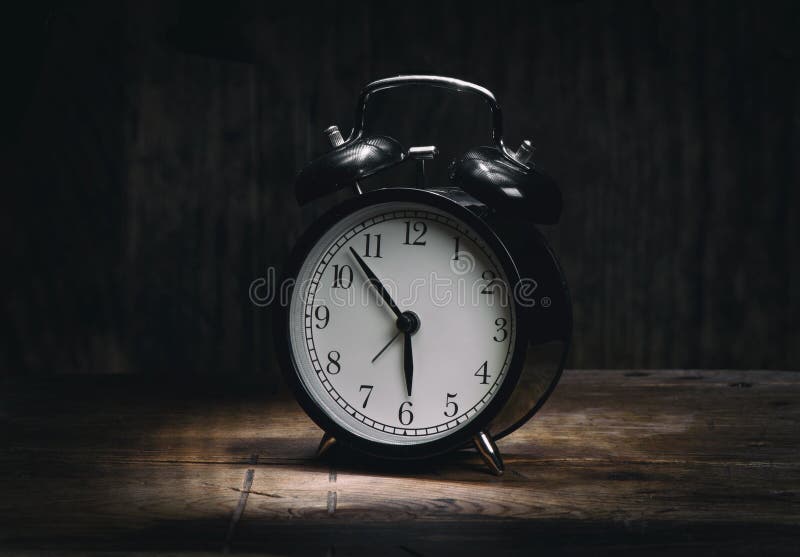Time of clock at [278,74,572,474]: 5:53
